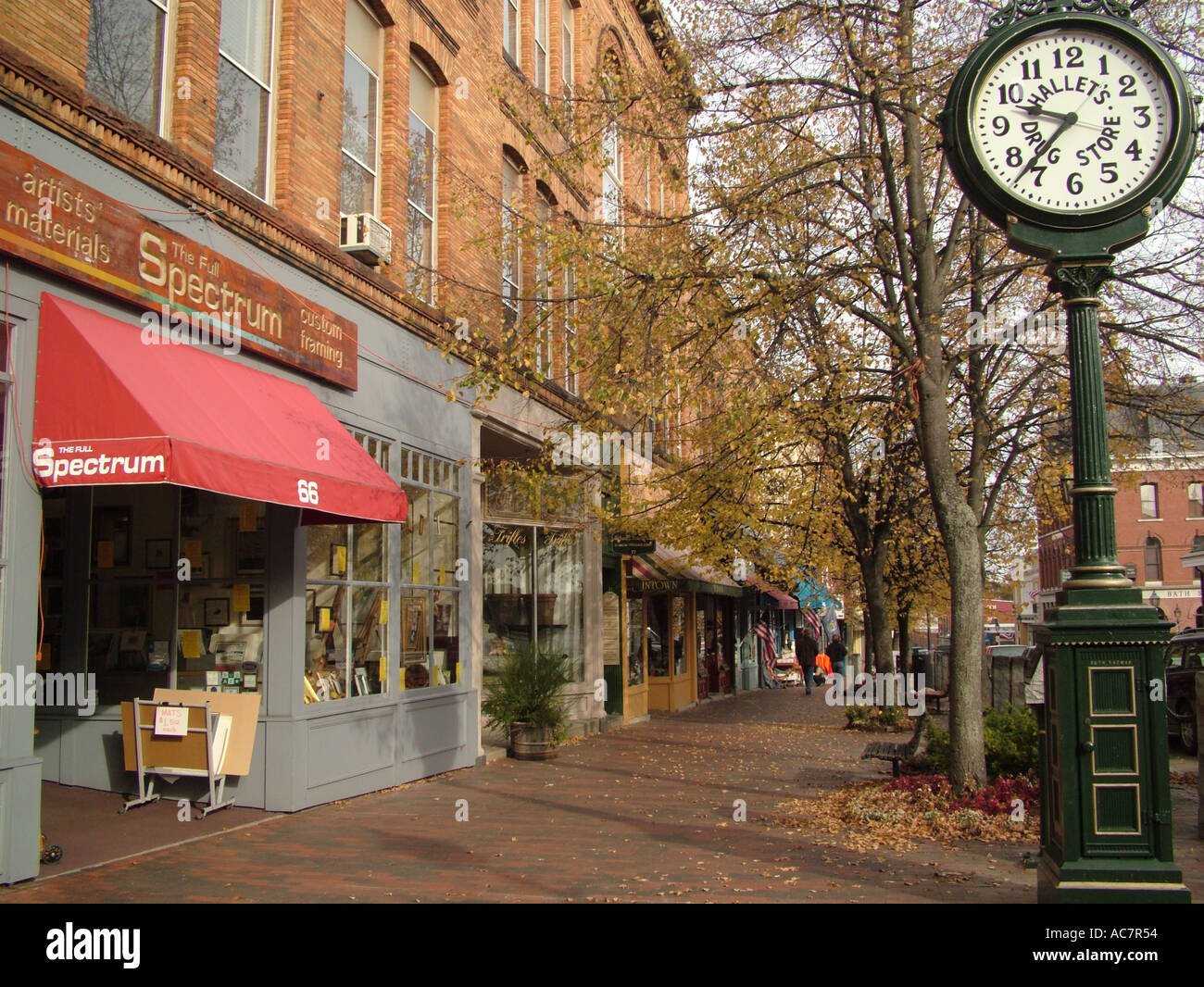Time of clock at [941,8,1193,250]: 9:37
